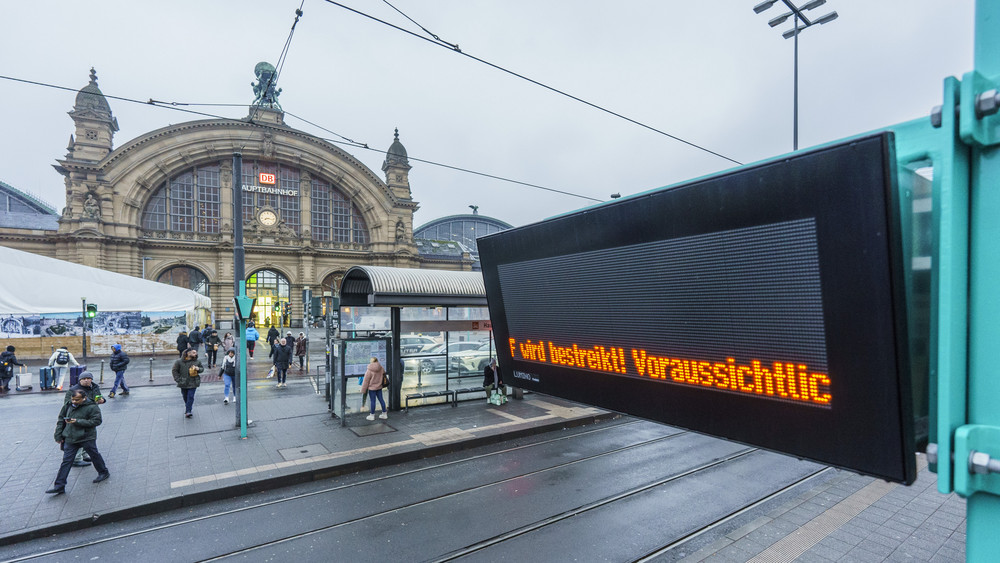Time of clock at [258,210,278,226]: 8:16
